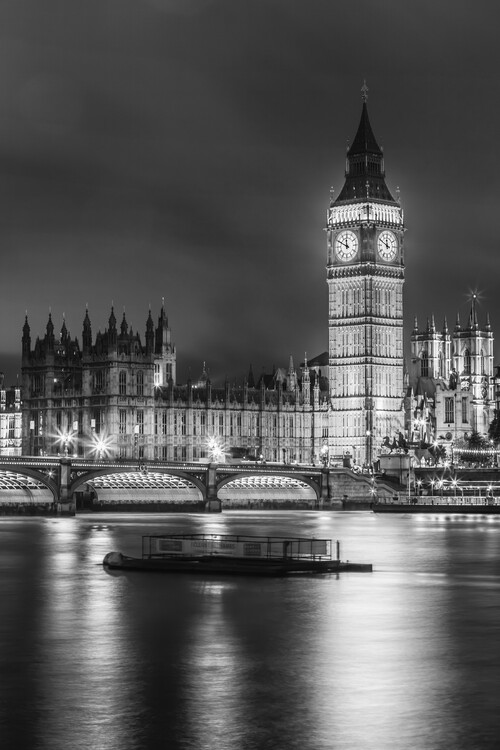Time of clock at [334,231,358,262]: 11:49
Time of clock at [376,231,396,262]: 11:49
